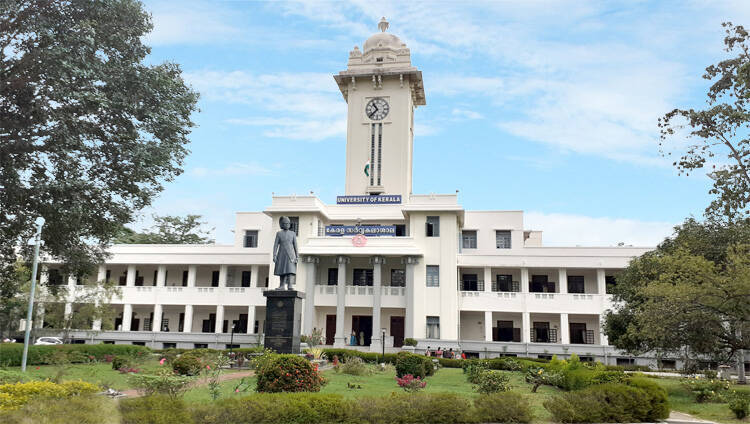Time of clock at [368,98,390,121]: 10:37
